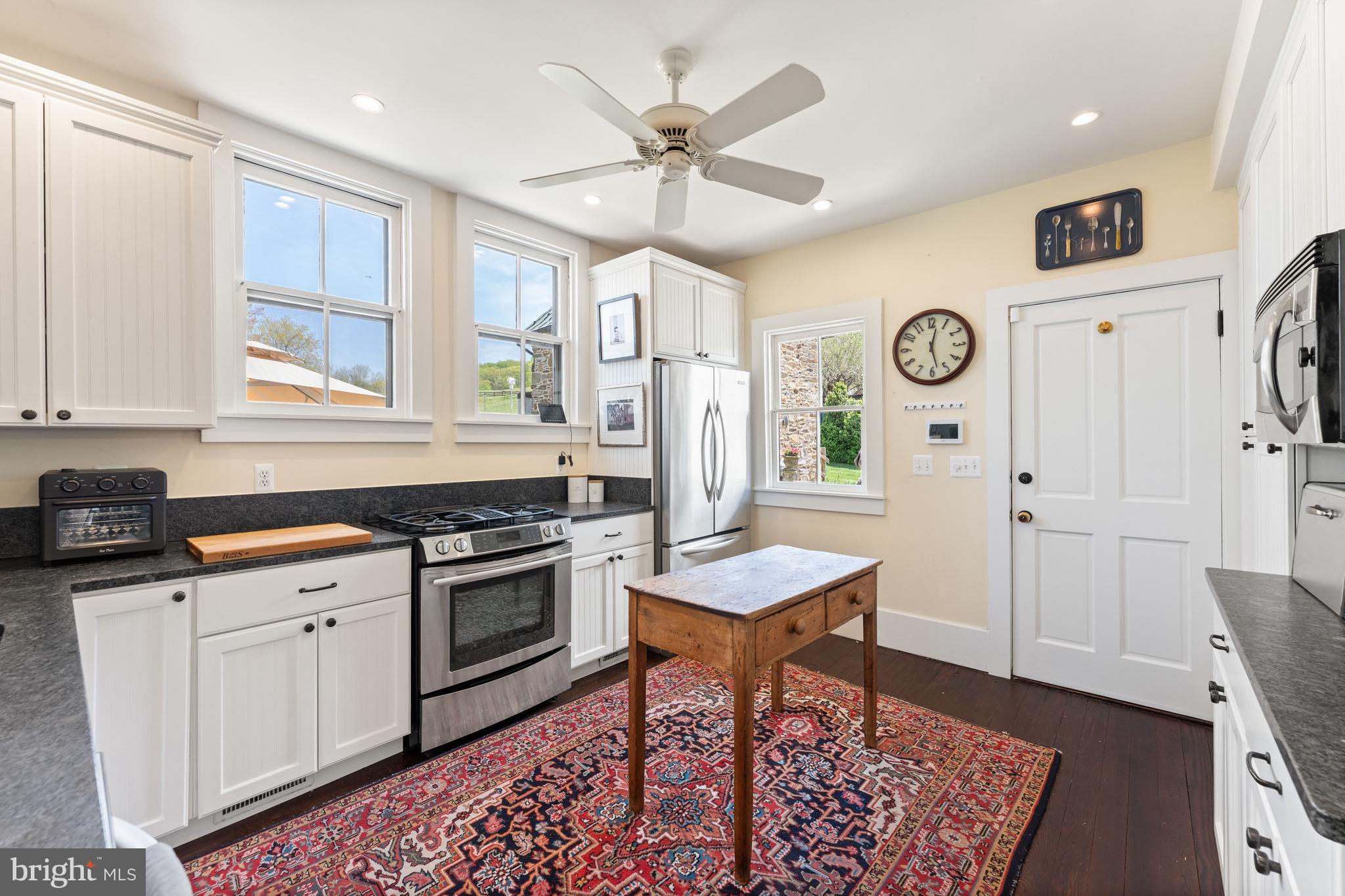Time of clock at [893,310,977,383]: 12:27
